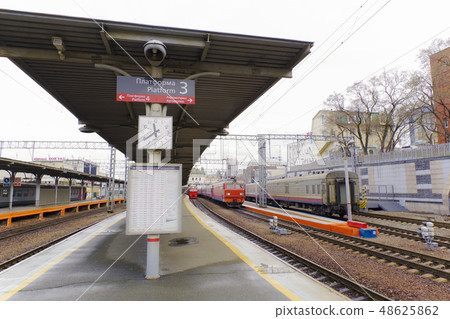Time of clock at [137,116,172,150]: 11:39
